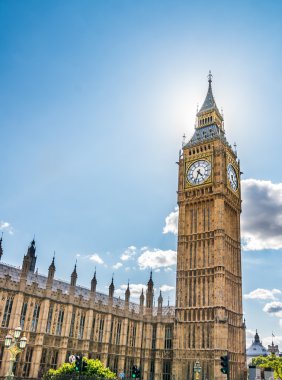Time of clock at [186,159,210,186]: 4:33
